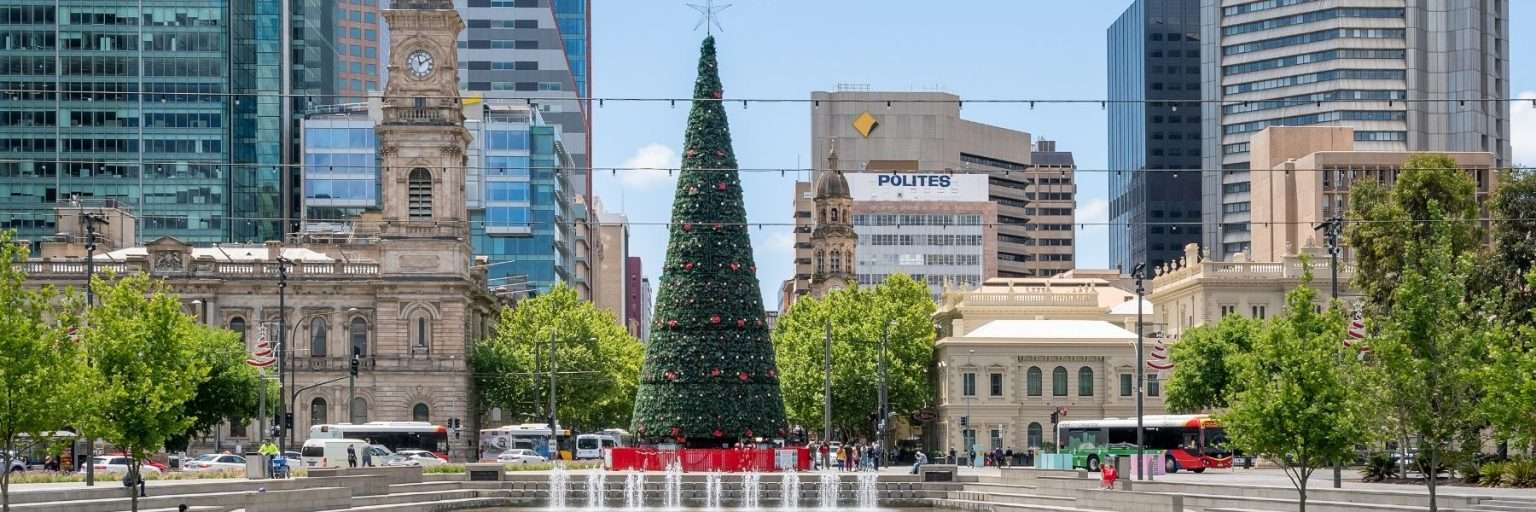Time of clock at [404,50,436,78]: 1:57
